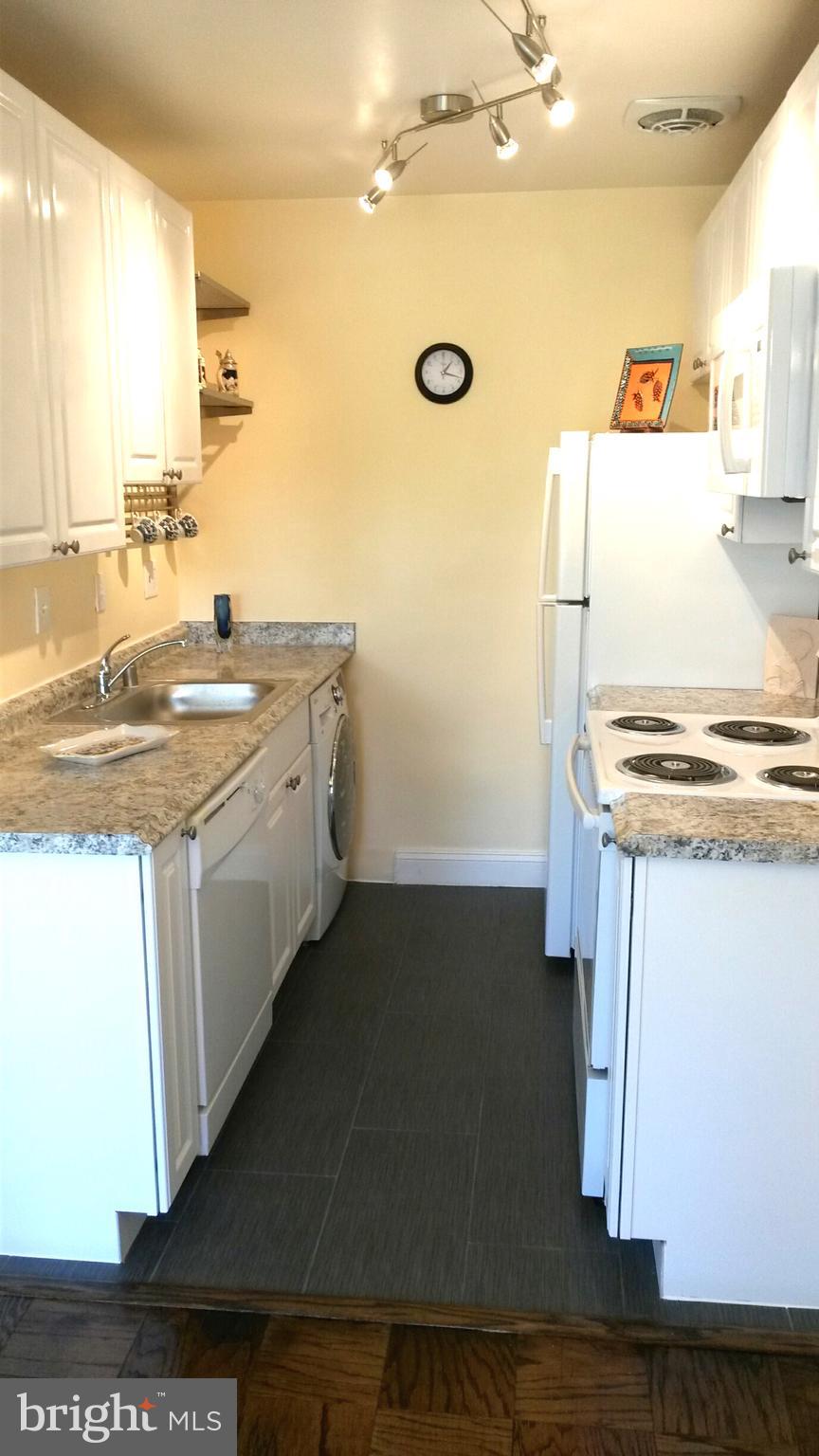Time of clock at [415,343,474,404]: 1:17
